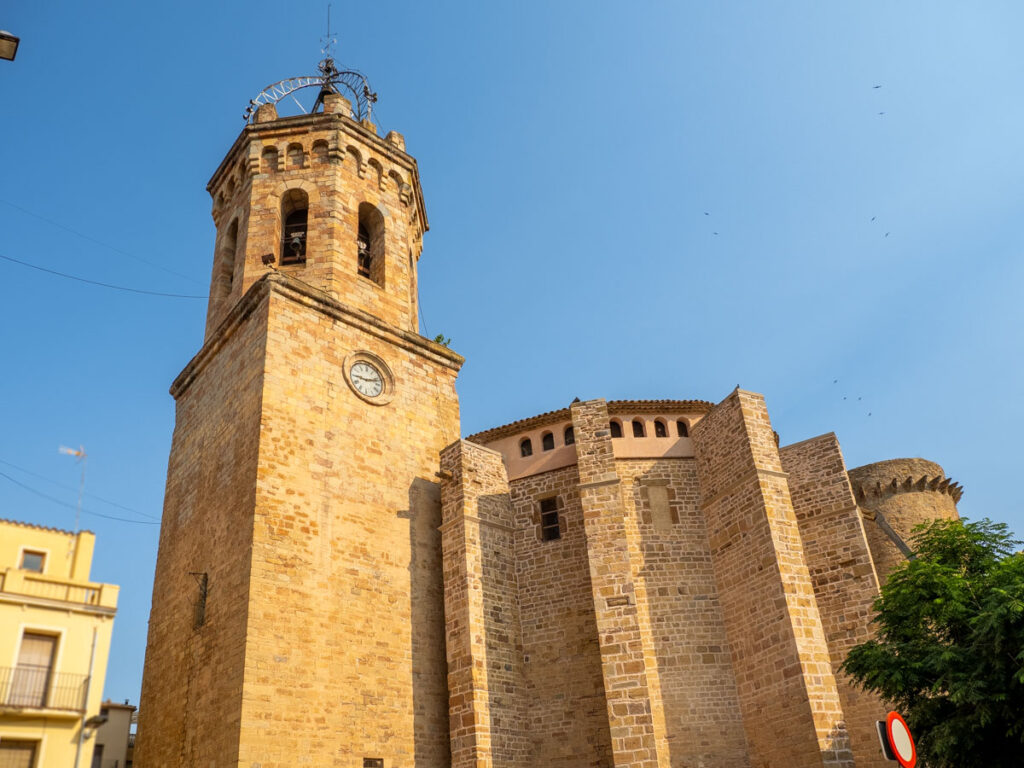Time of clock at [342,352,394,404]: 9:12
